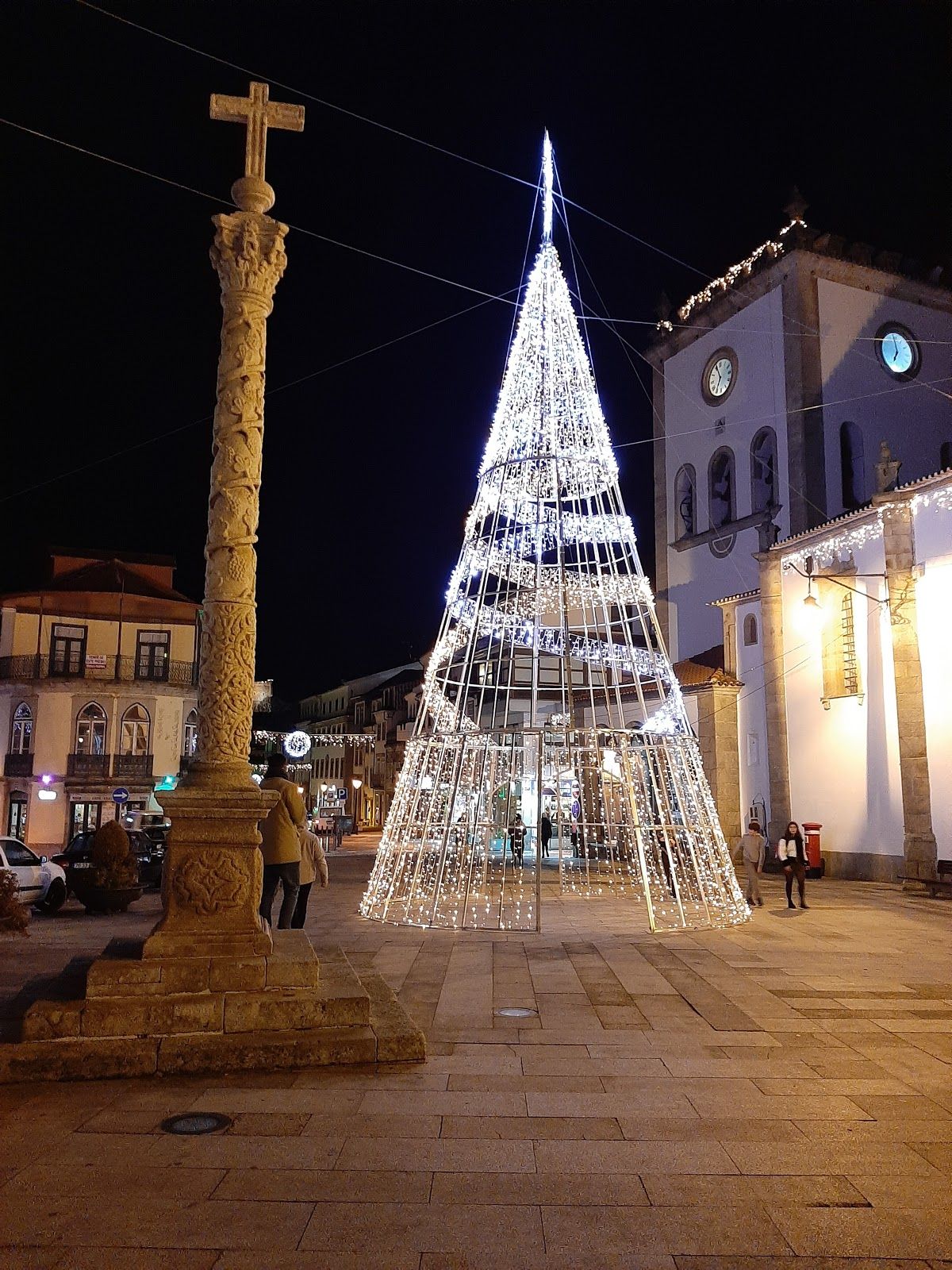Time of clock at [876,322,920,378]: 6:58
